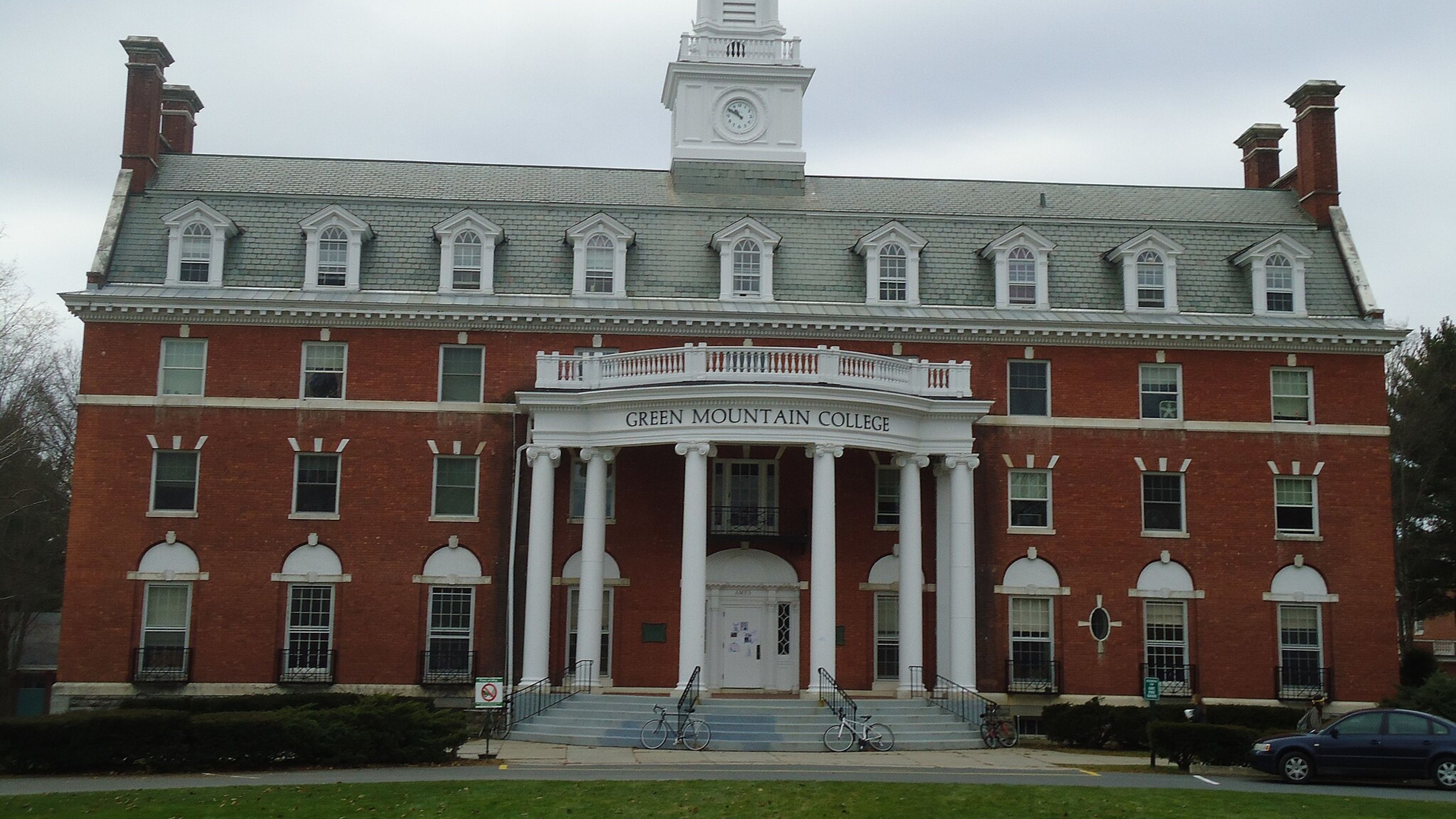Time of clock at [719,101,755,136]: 10:50
